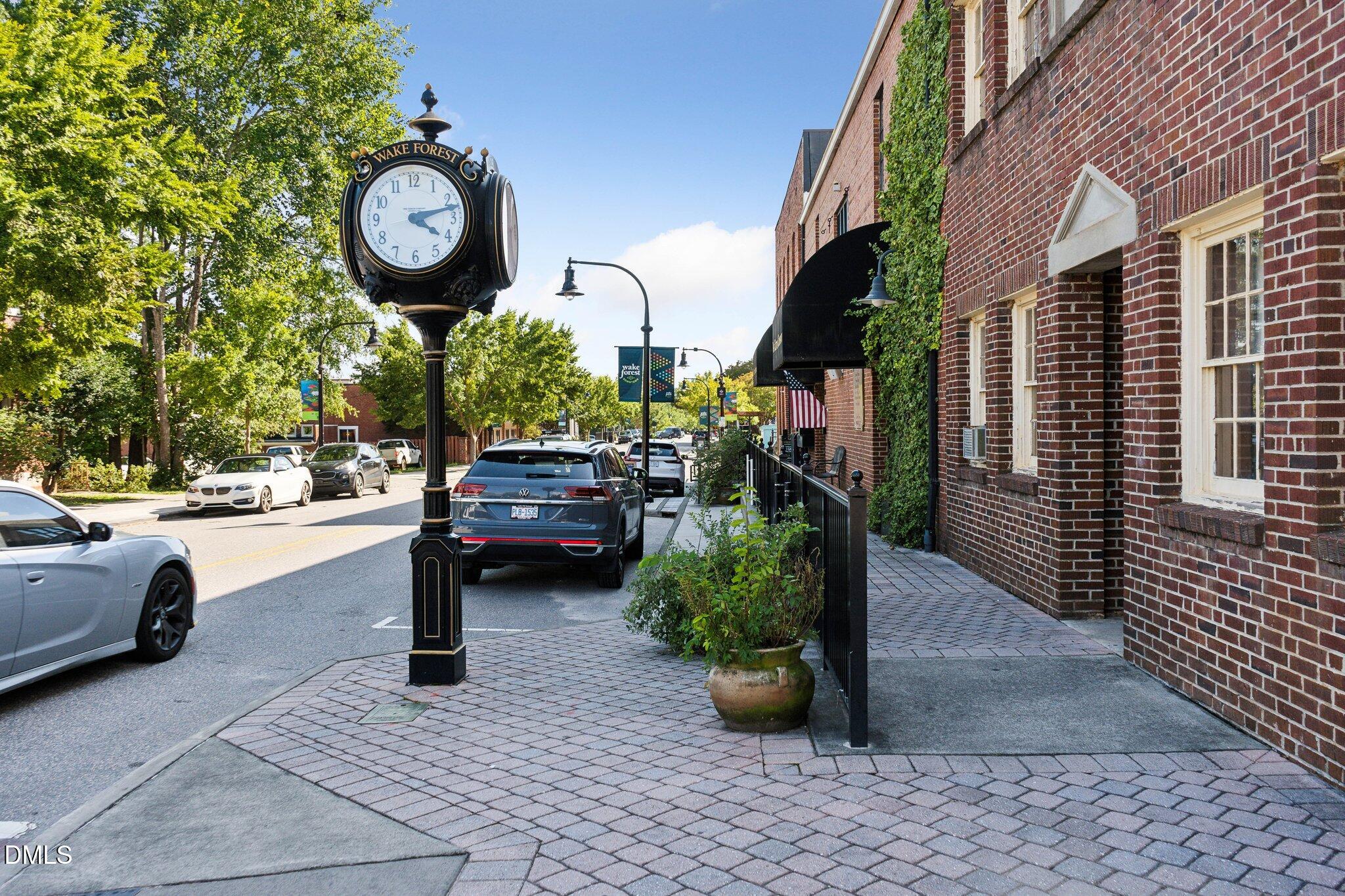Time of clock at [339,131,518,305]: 4:12
